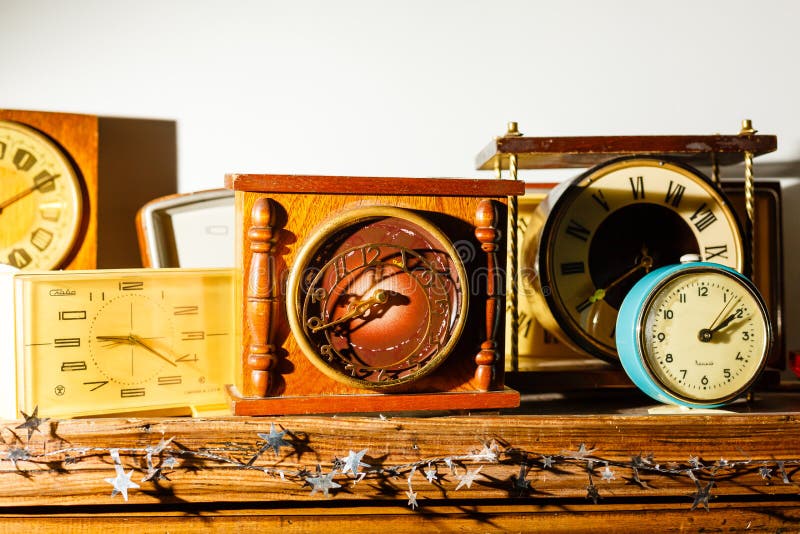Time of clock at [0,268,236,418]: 9:21
